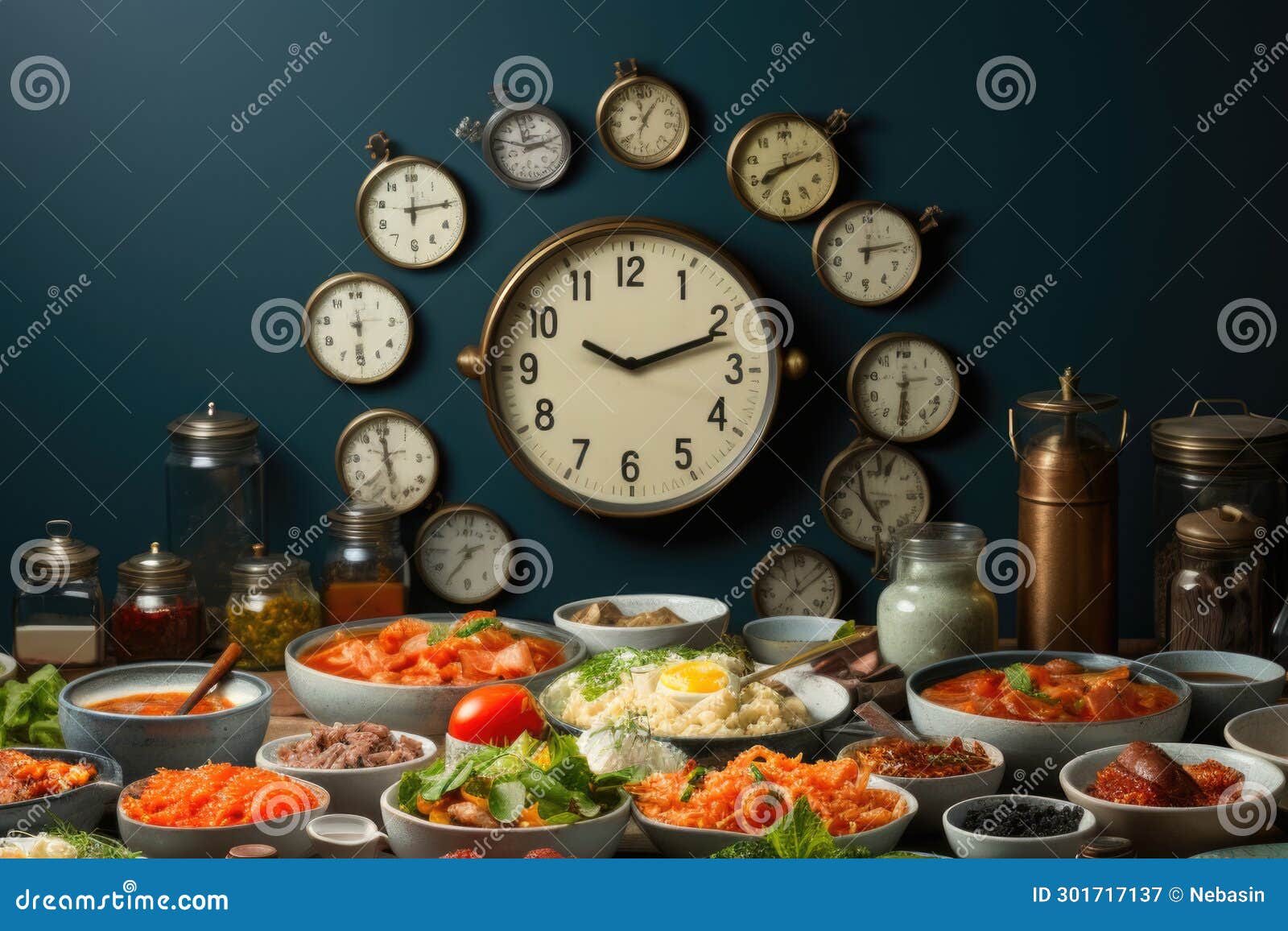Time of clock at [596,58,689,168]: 12:07
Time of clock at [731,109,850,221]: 8:12
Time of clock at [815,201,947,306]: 12:13
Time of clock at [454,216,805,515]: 10:11
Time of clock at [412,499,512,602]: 2:35
